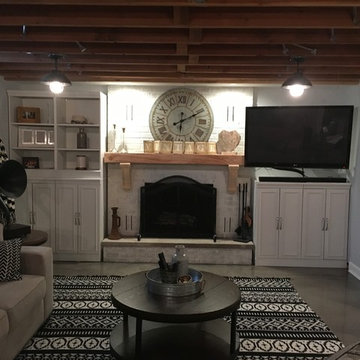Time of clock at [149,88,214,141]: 12:10
